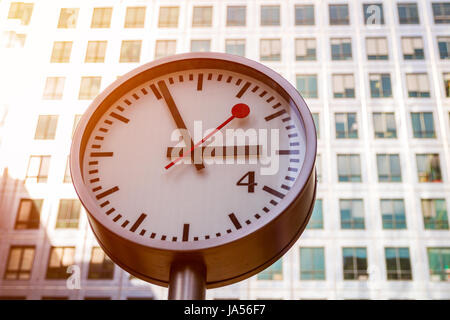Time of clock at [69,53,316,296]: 1:56
